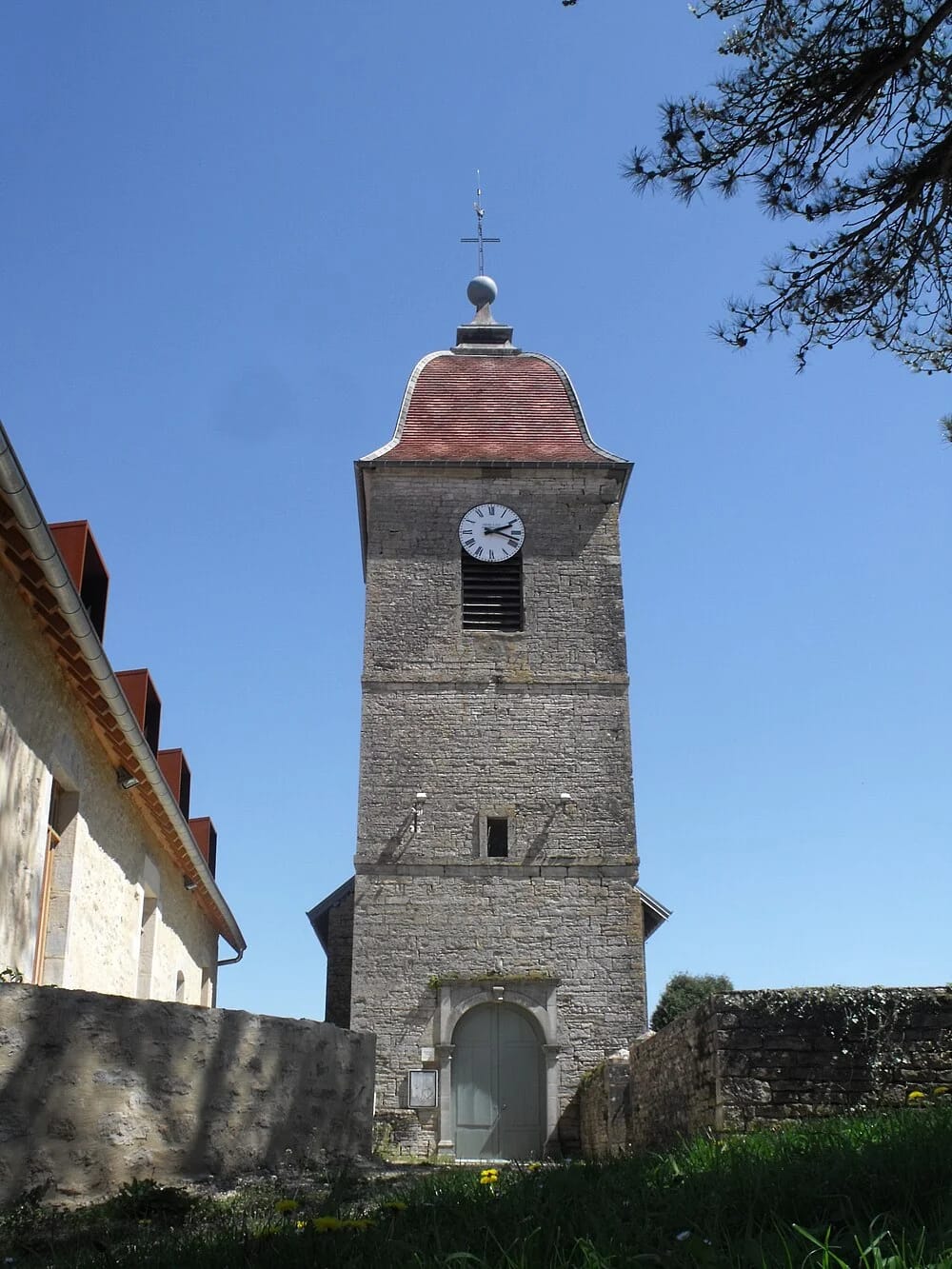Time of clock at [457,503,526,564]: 2:18
